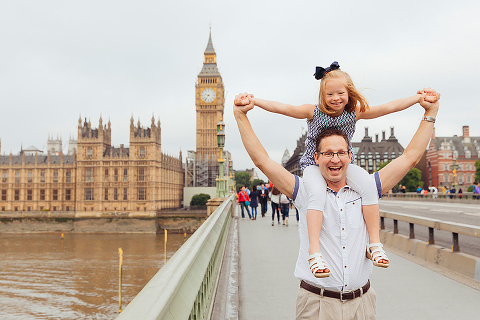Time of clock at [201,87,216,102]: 9:36
